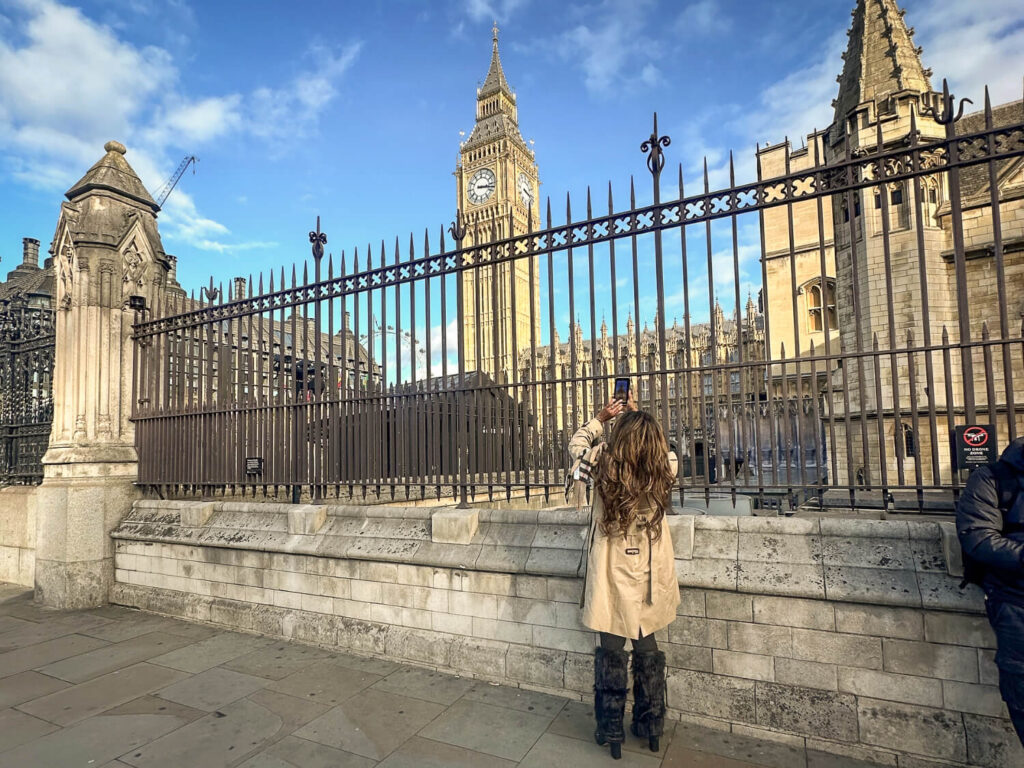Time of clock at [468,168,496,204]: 3:17
